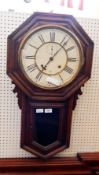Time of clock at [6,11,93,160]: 7:07
